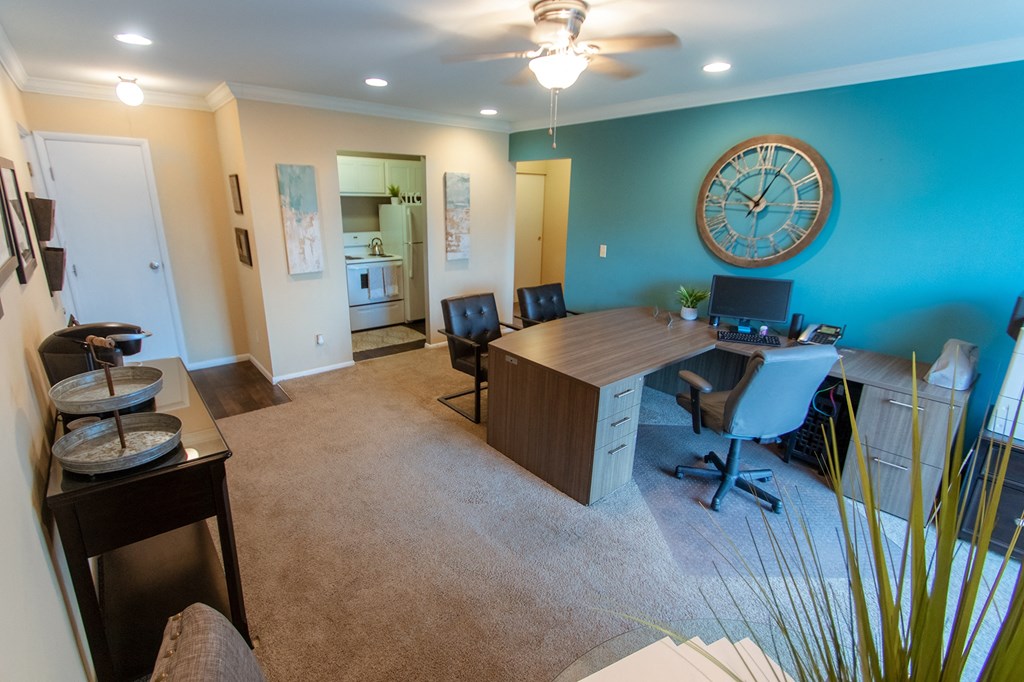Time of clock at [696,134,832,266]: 10:00
